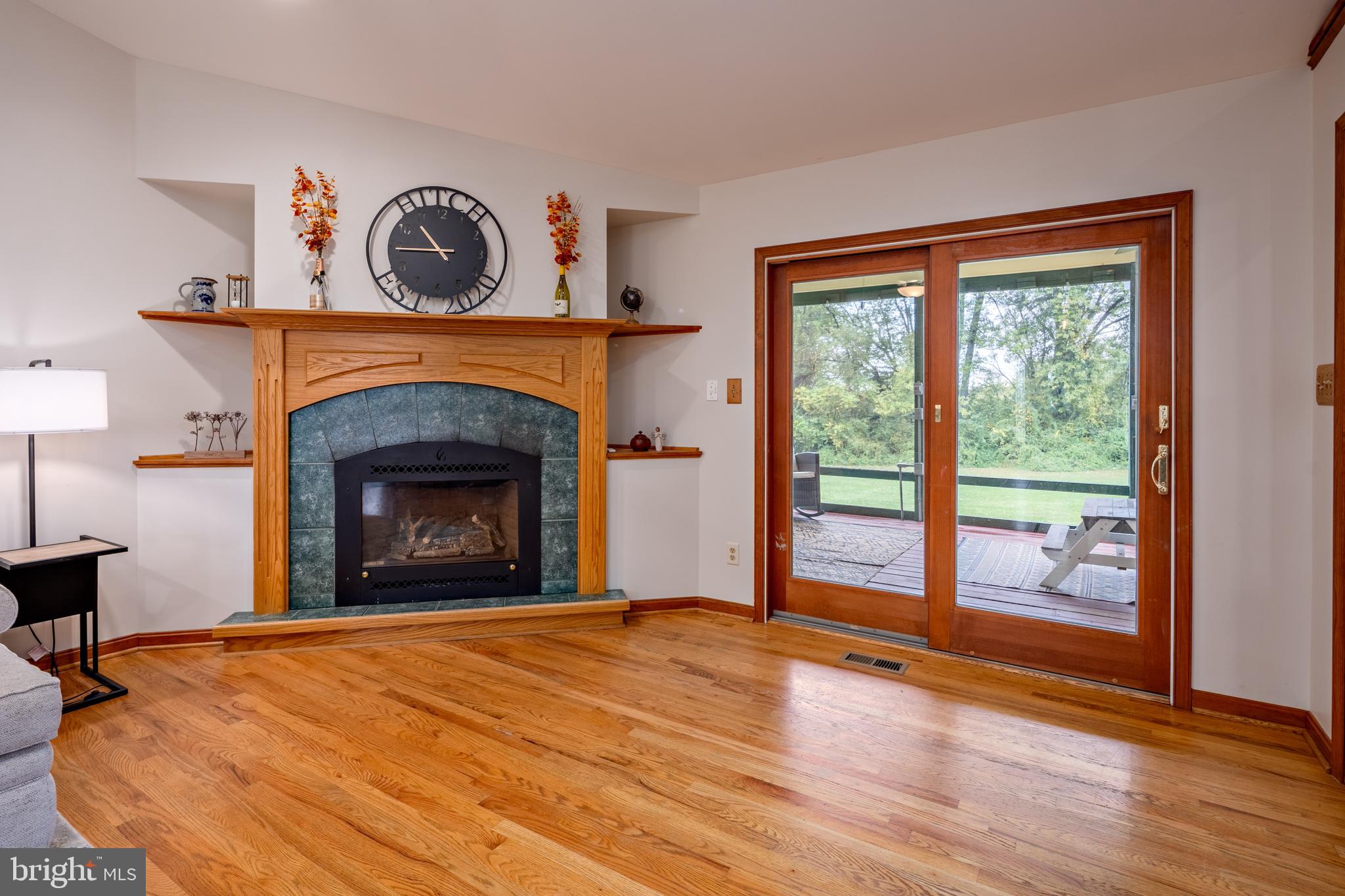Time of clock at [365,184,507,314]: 10:45
